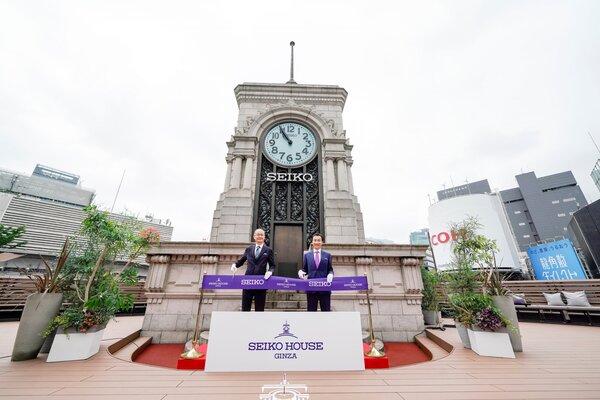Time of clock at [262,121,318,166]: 10:55
